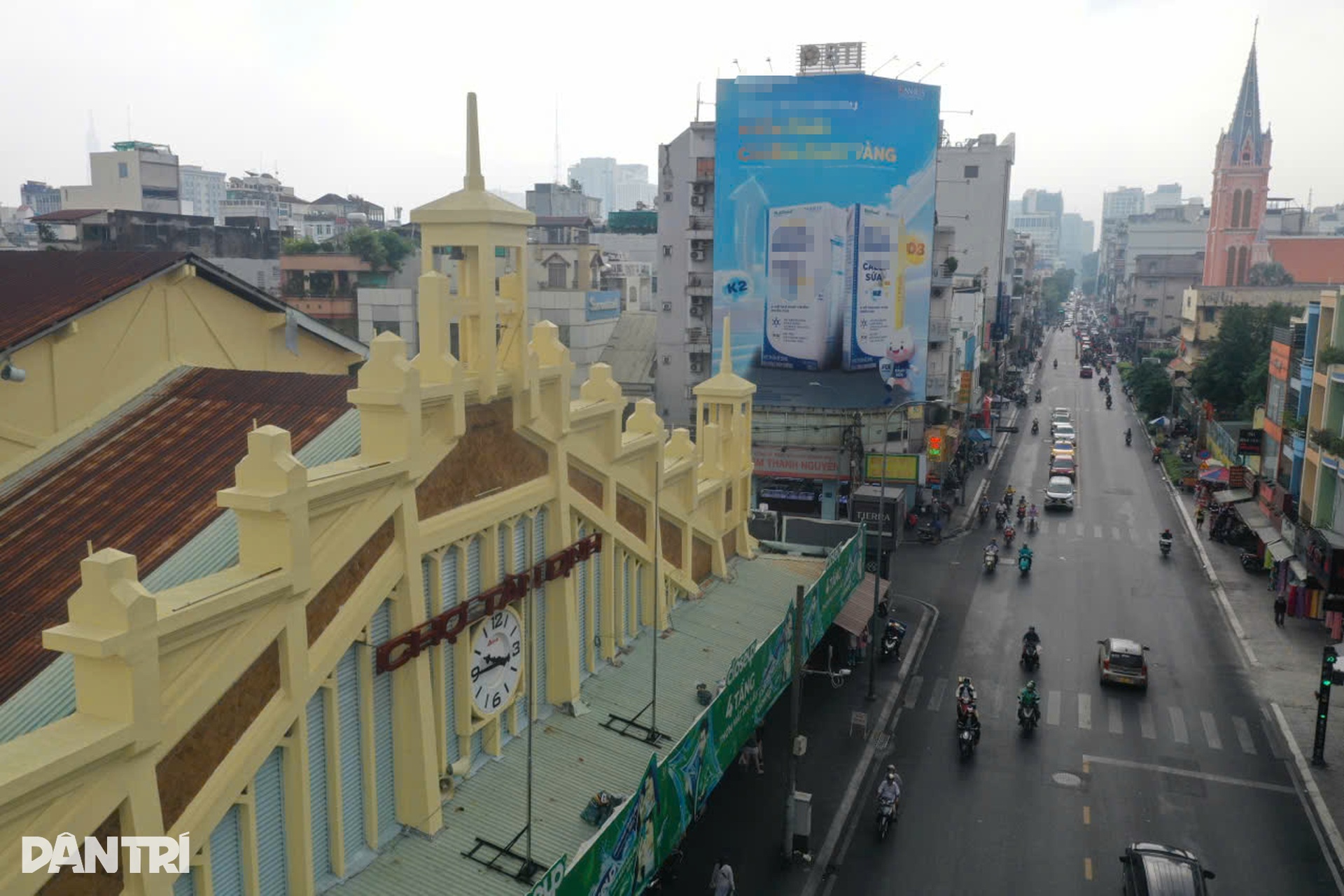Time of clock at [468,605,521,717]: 9:44
